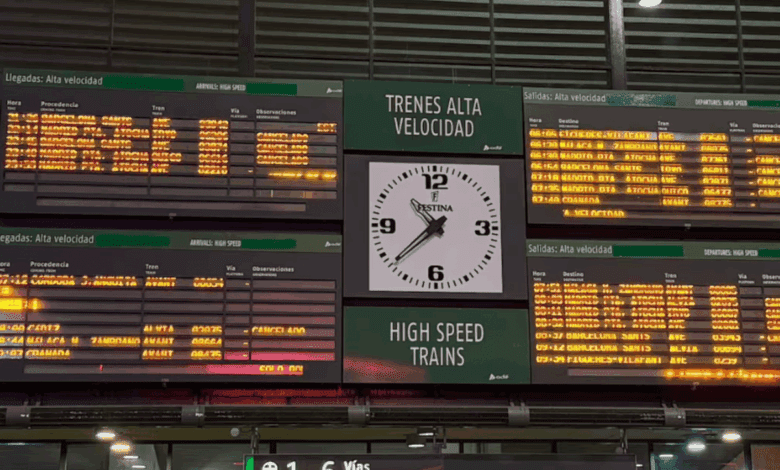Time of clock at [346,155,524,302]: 10:37
